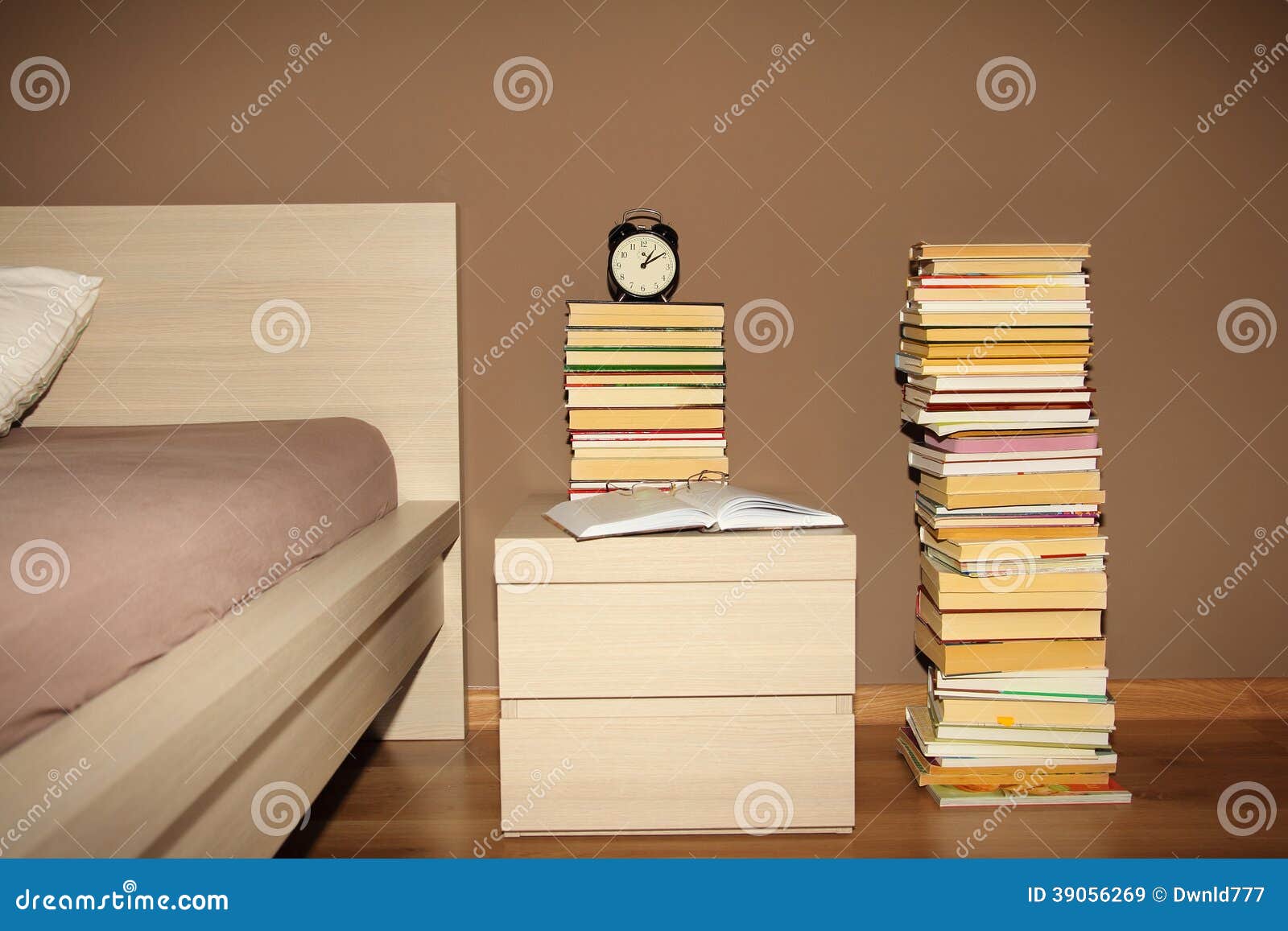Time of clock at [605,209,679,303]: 1:09
